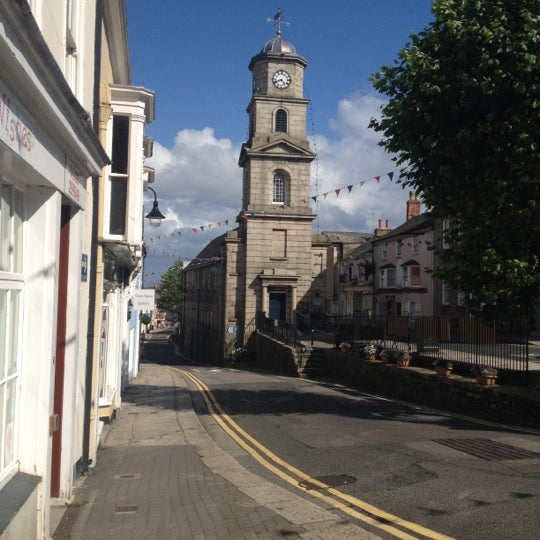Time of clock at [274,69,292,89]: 4:41
